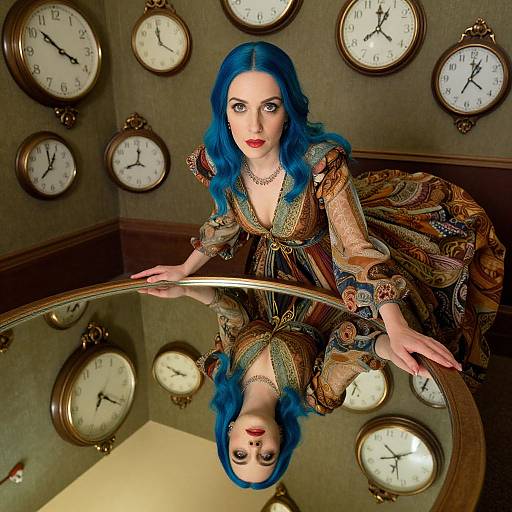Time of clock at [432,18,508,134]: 12:34
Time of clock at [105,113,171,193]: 8:01
